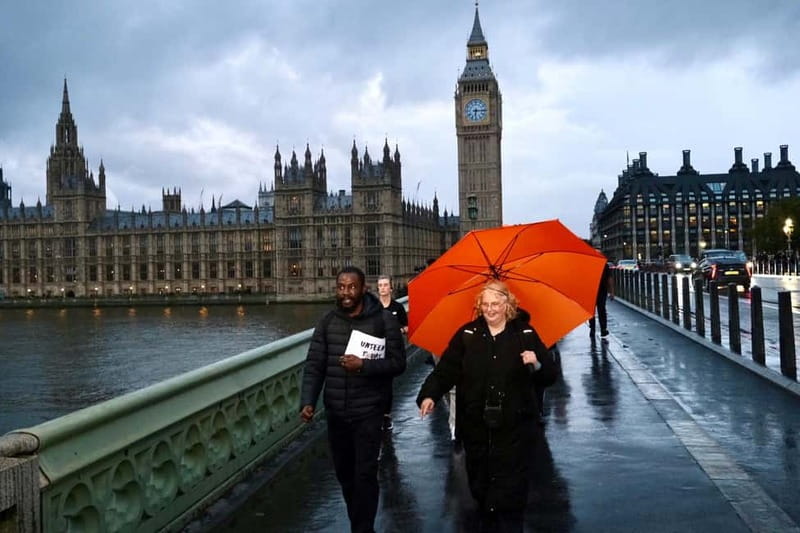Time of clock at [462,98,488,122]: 6:15
